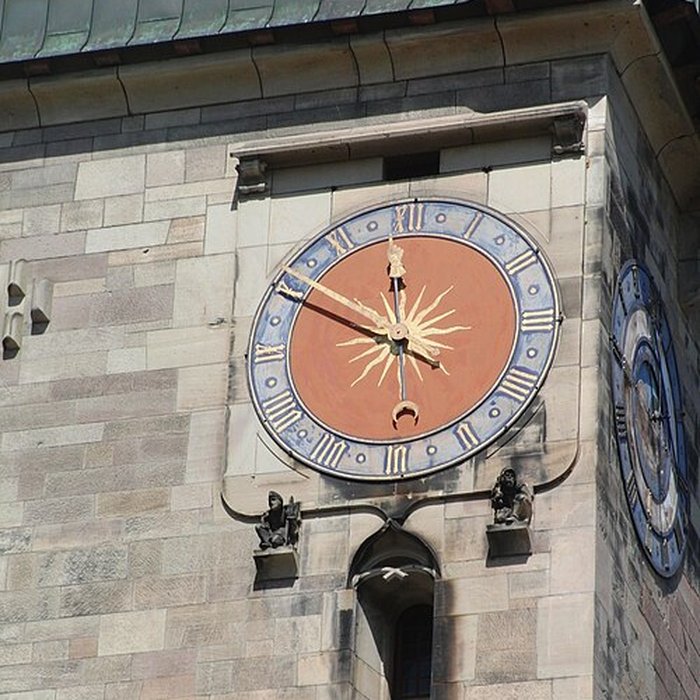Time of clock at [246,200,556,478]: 11:49
